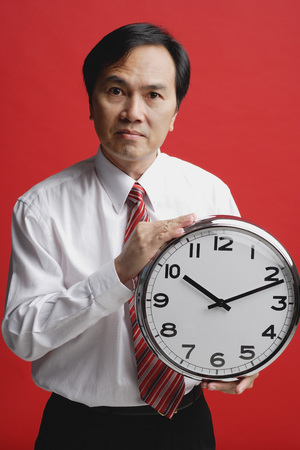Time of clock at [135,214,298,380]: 10:11
